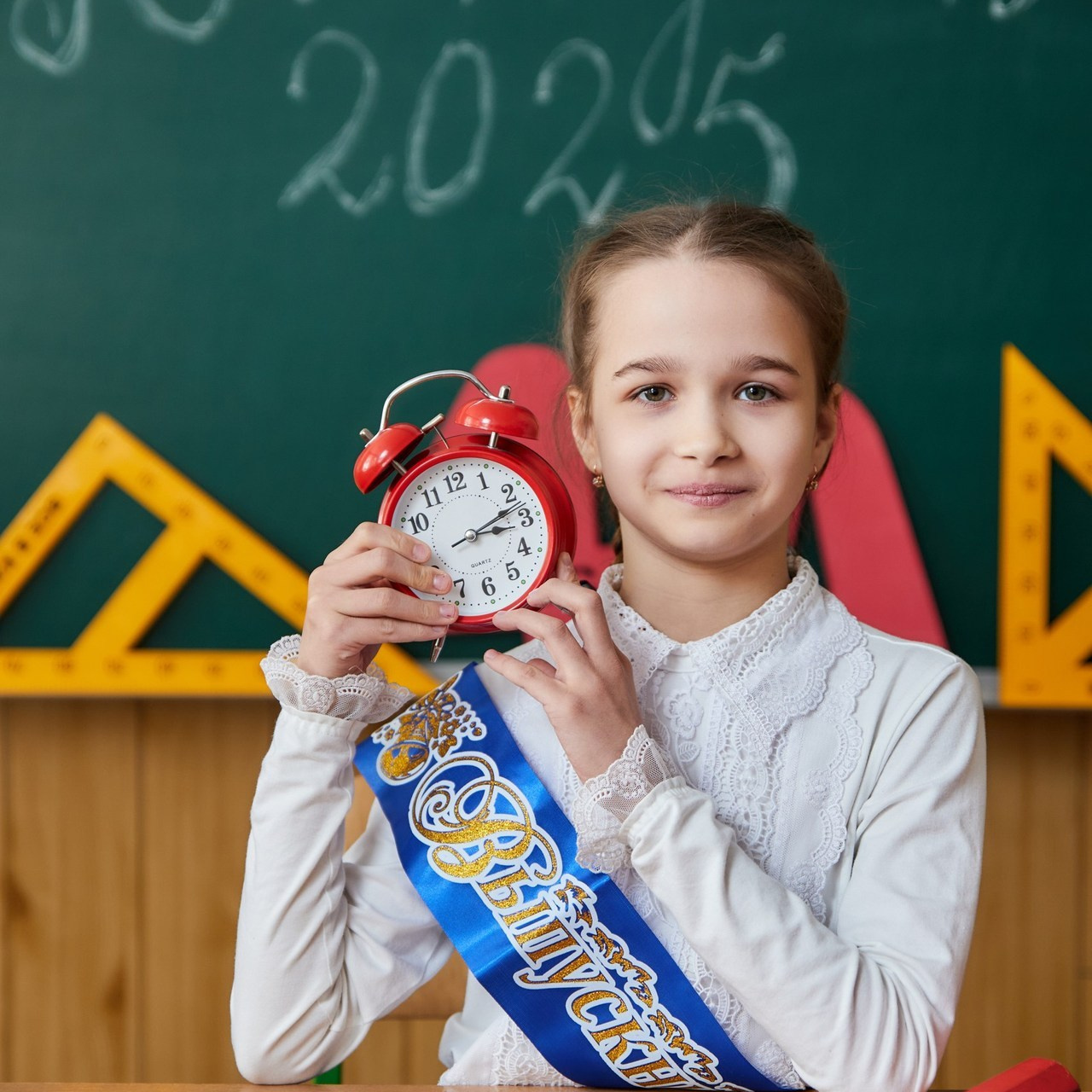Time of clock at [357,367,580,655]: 3:12
